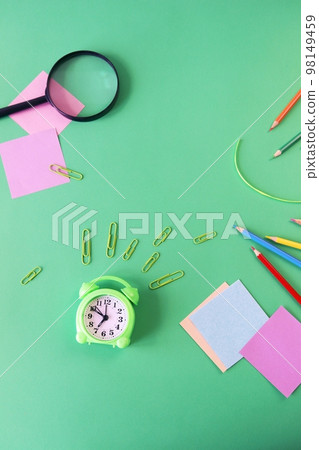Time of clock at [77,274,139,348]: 6:59
